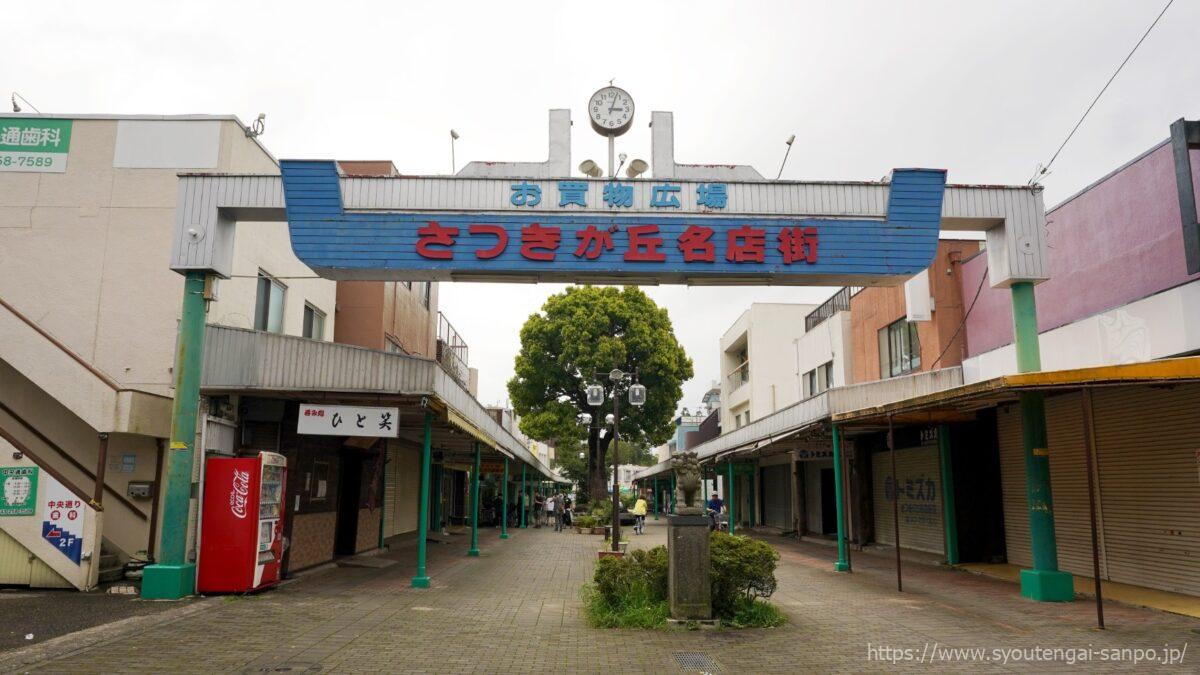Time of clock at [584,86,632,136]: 3:03
